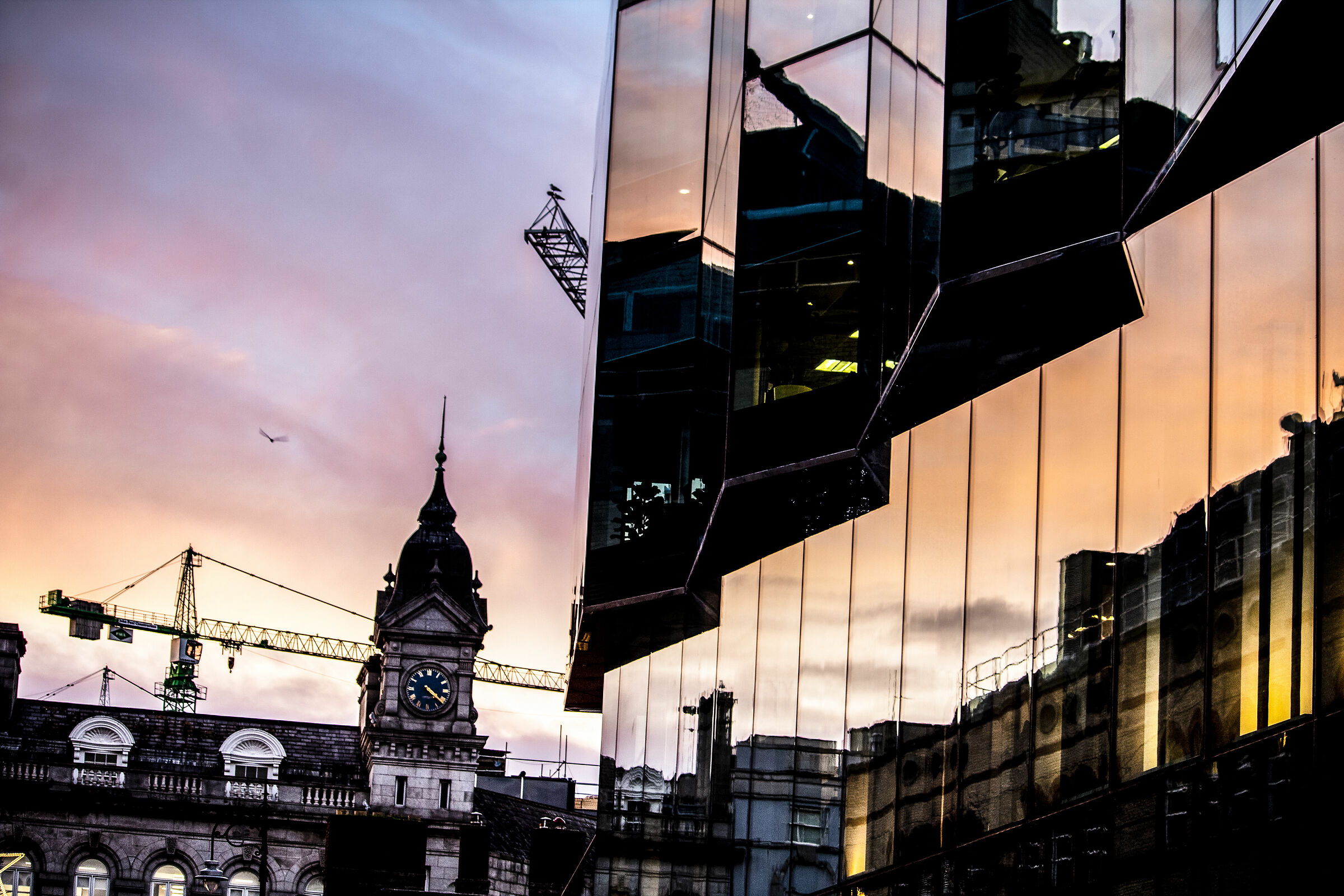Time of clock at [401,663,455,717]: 4:21
